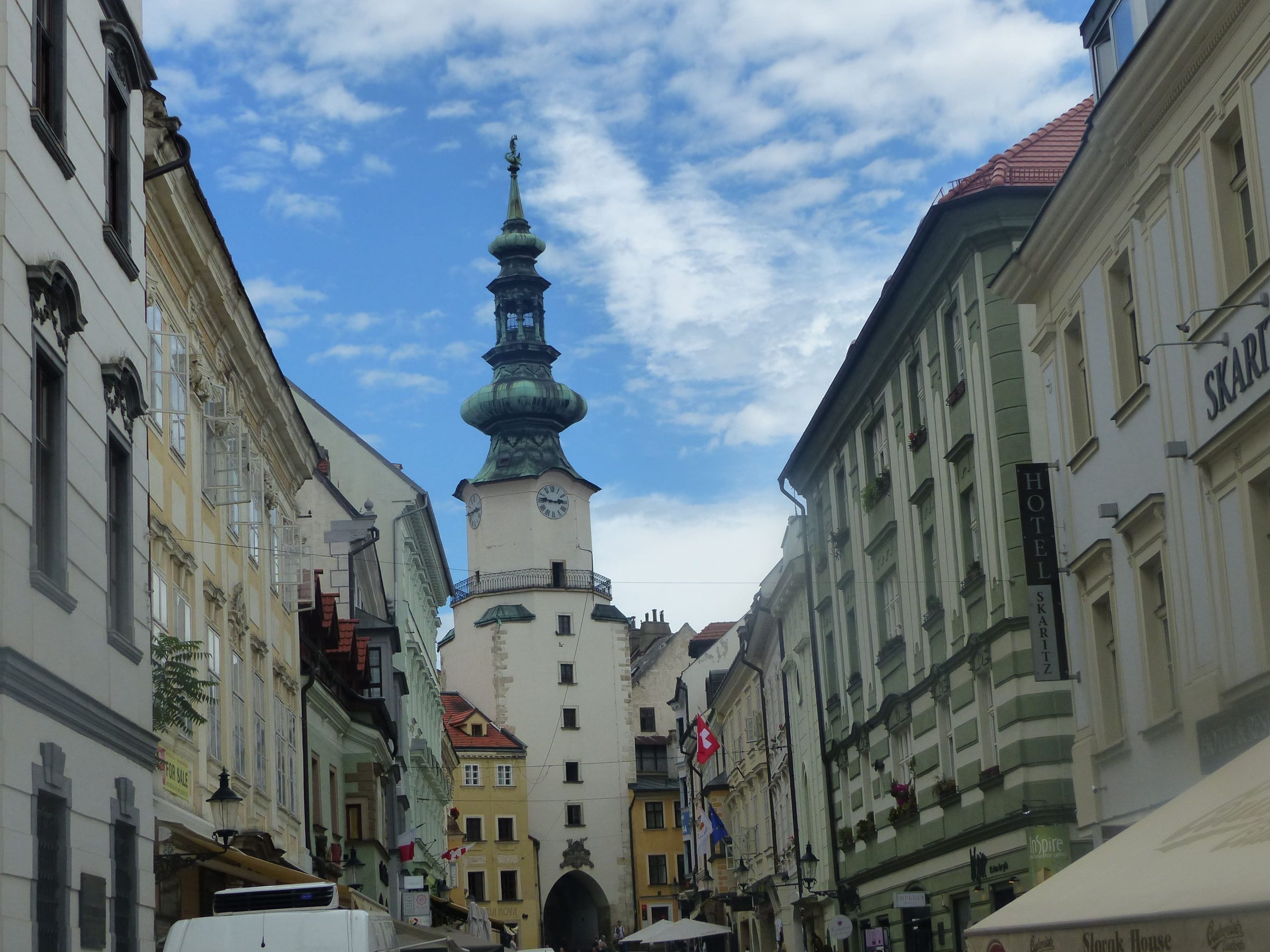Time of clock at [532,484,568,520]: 2:46
